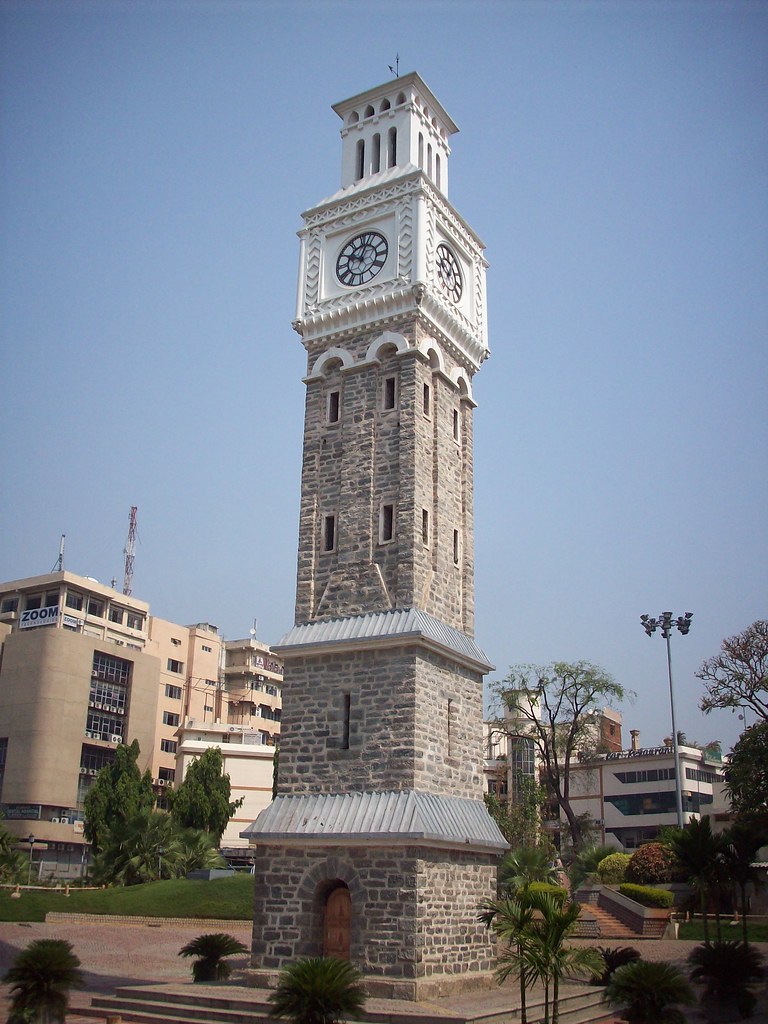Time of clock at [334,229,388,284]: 10:03
